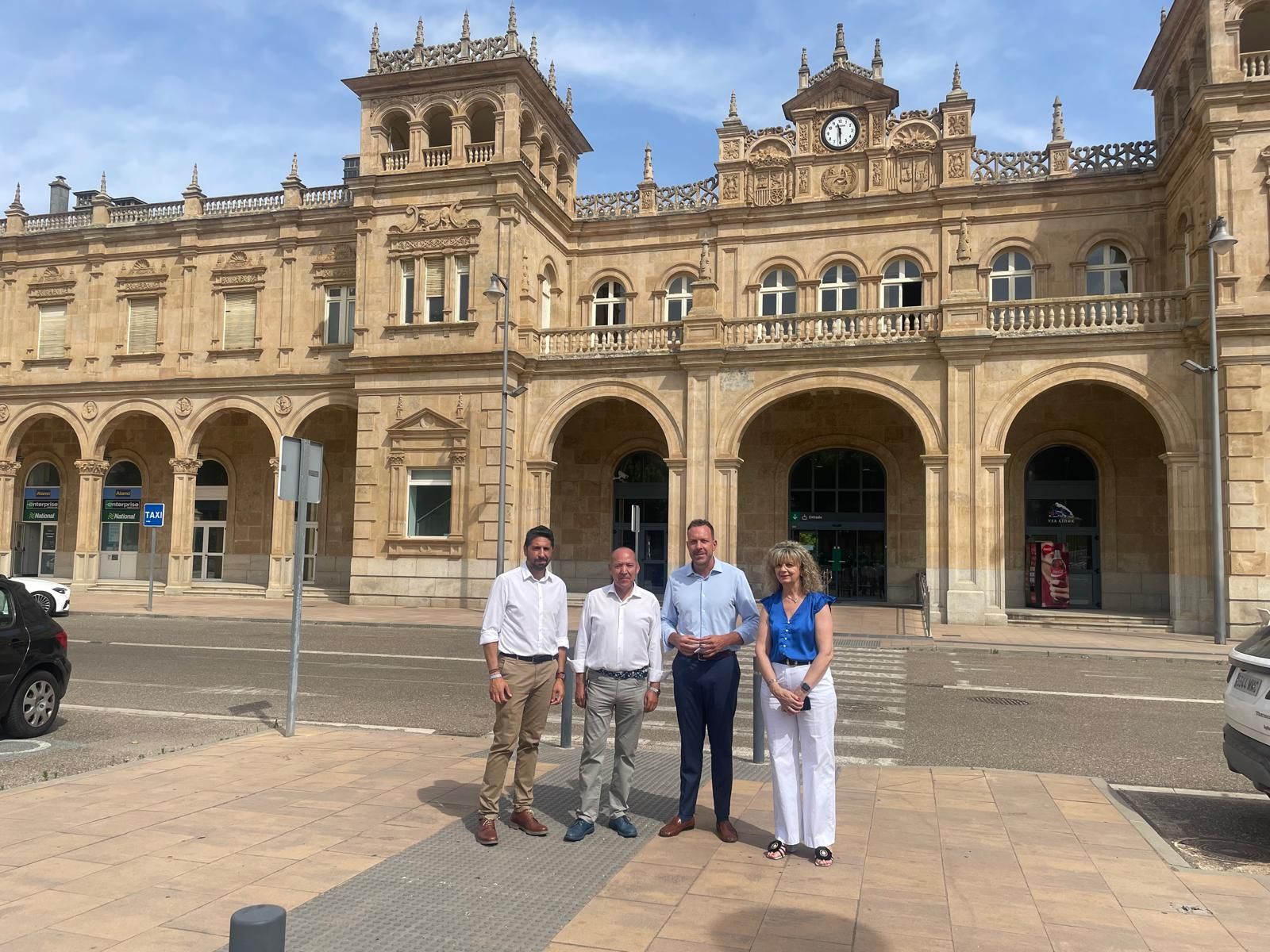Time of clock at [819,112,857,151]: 11:29
